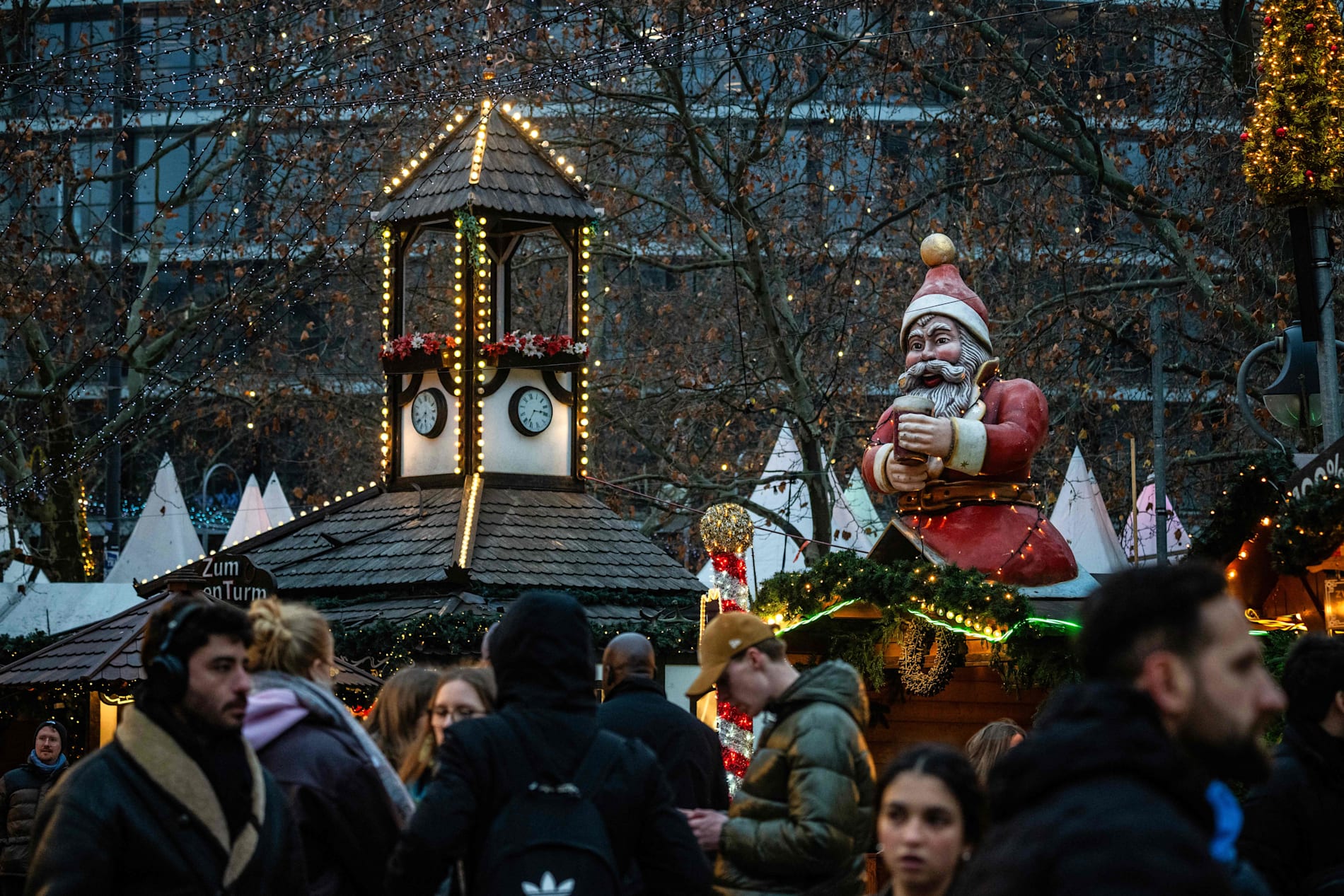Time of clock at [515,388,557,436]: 3:37
